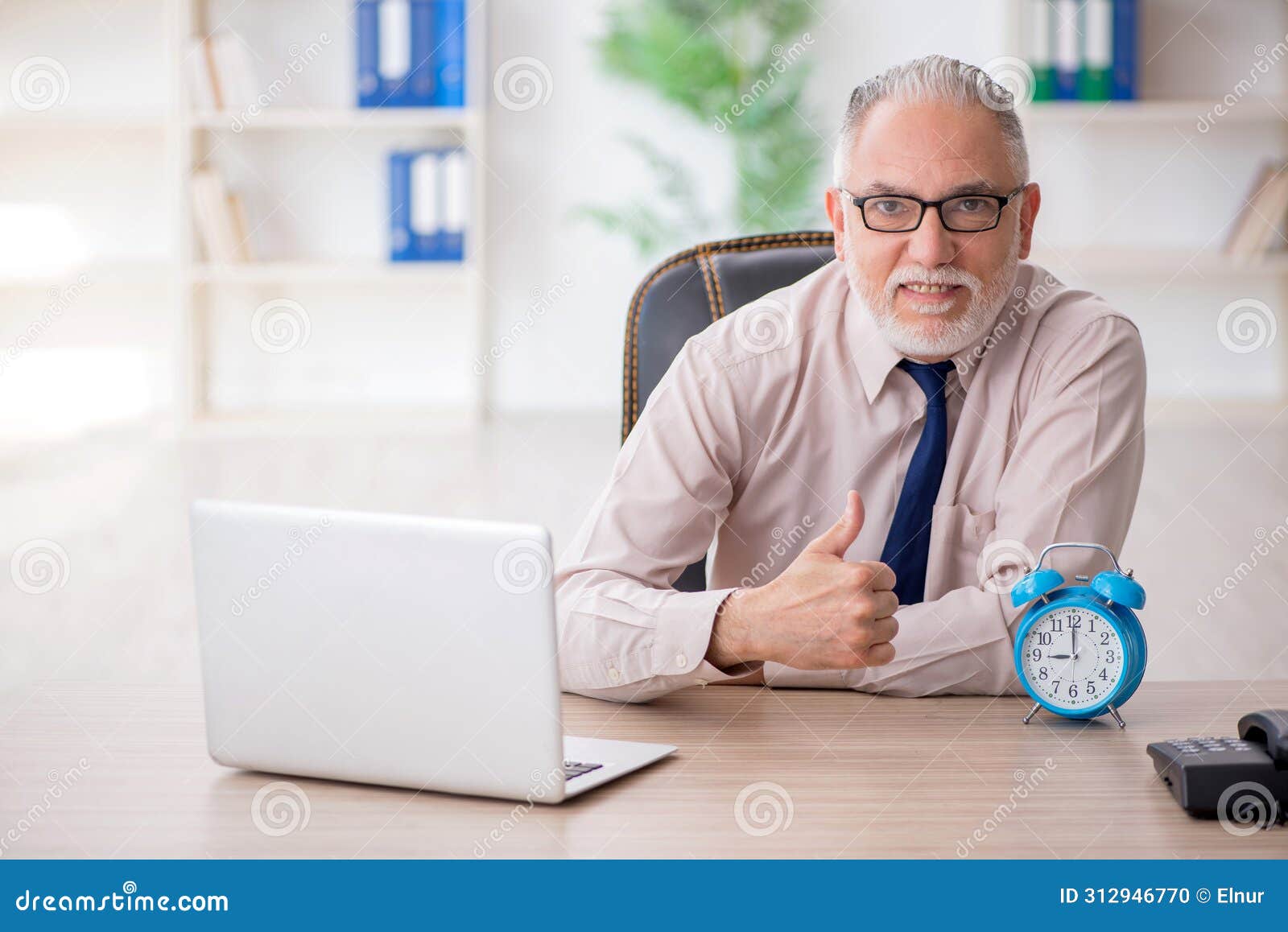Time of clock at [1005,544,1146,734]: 8:59
